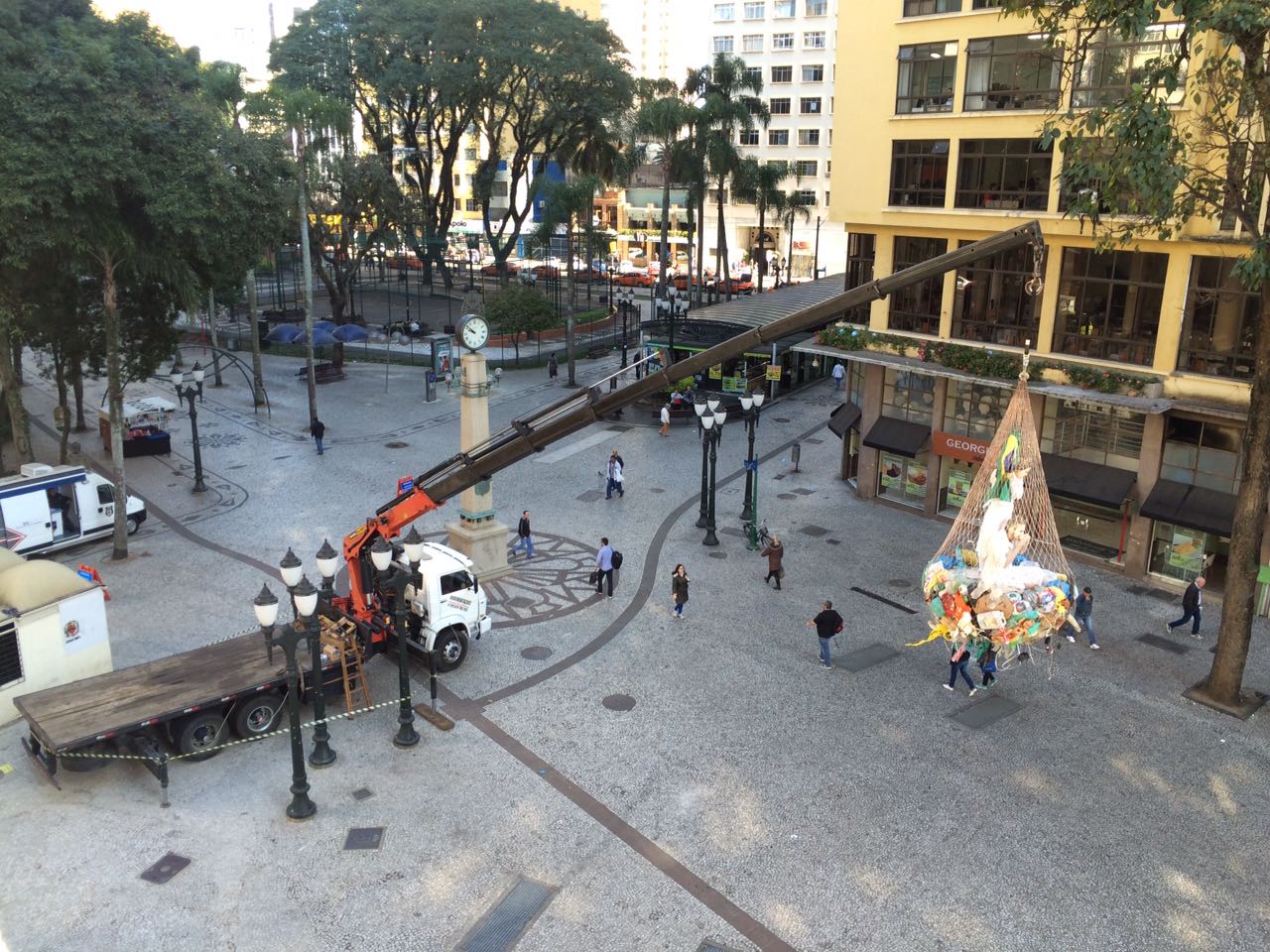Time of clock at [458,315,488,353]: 9:51
